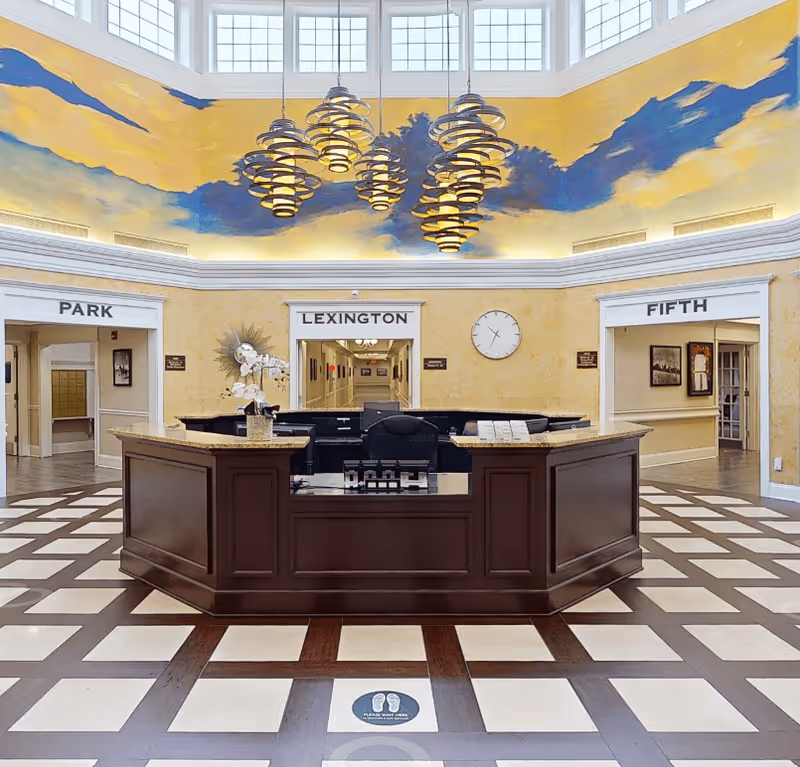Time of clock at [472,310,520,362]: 10:34
